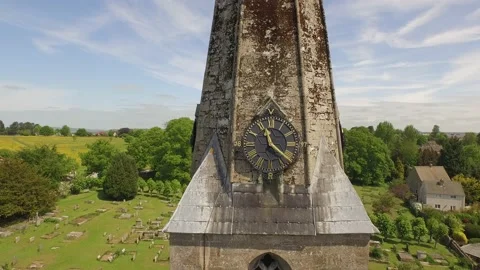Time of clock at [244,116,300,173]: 11:21
